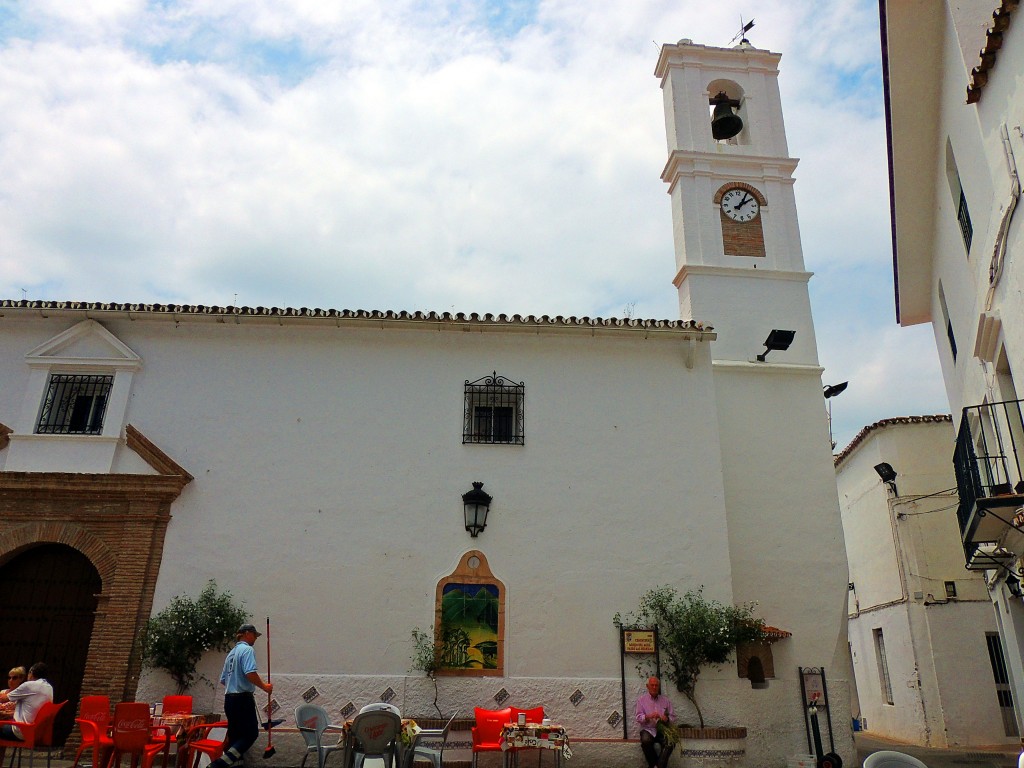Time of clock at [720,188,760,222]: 1:09
